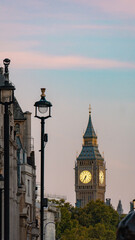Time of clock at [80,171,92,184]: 6:35
